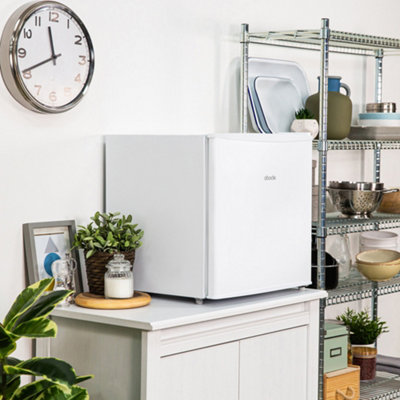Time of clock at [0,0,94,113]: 11:40
